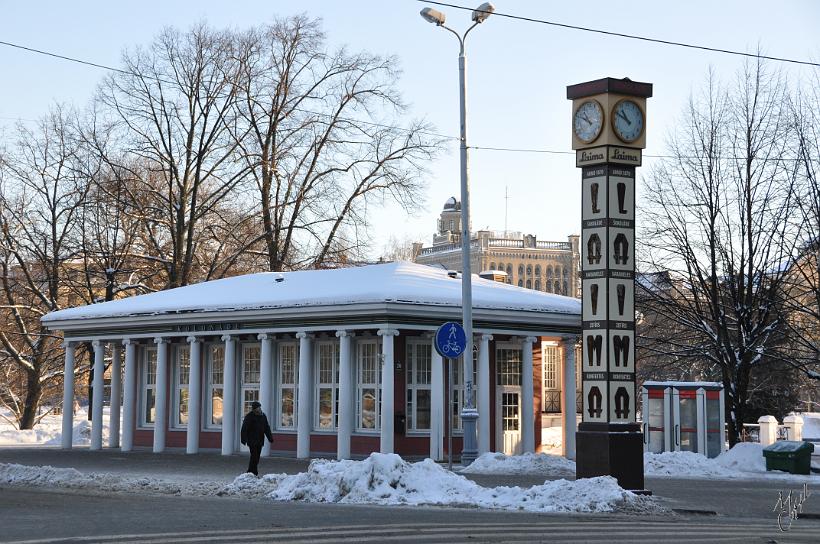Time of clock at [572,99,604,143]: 10:49
